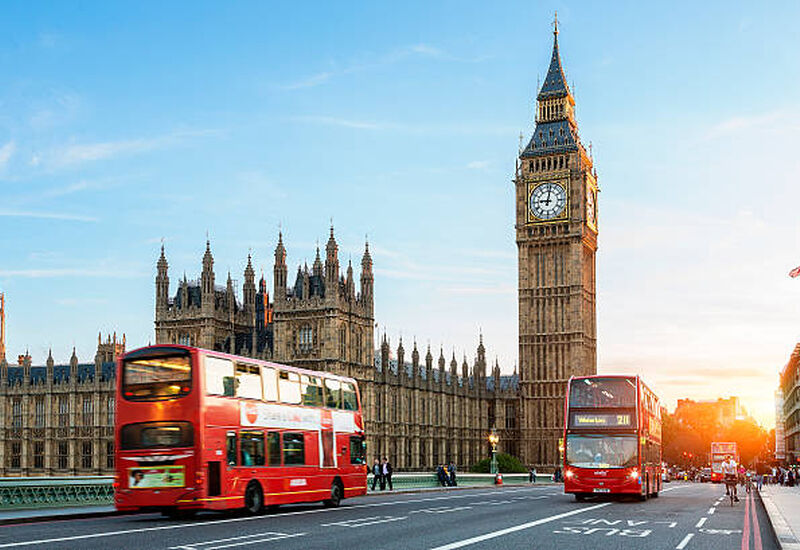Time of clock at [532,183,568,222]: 9:01
